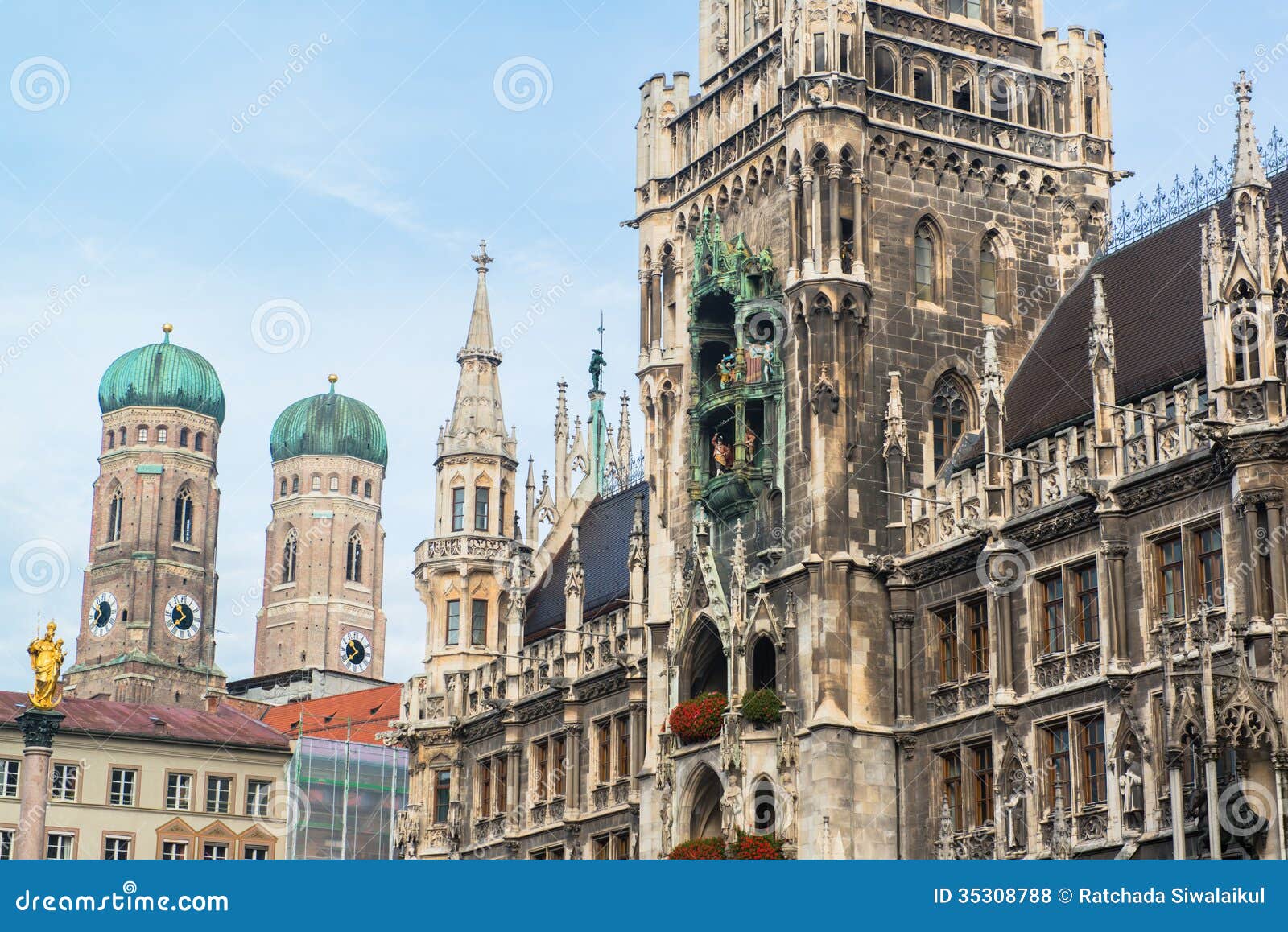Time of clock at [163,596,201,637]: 10:38
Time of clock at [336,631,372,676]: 10:37
